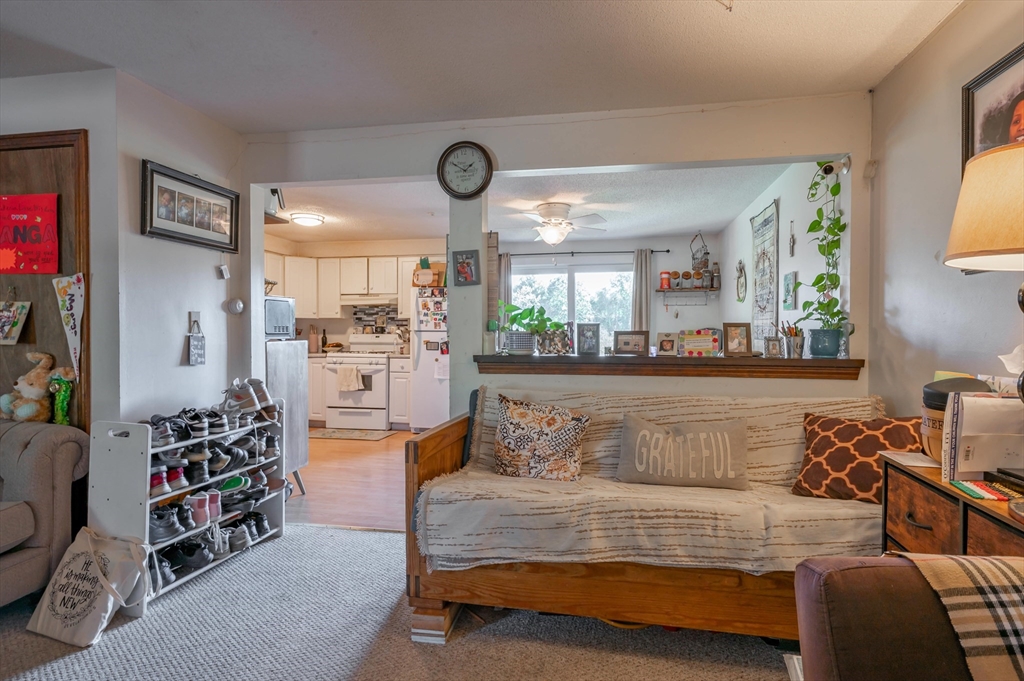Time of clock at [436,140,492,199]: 1:50
